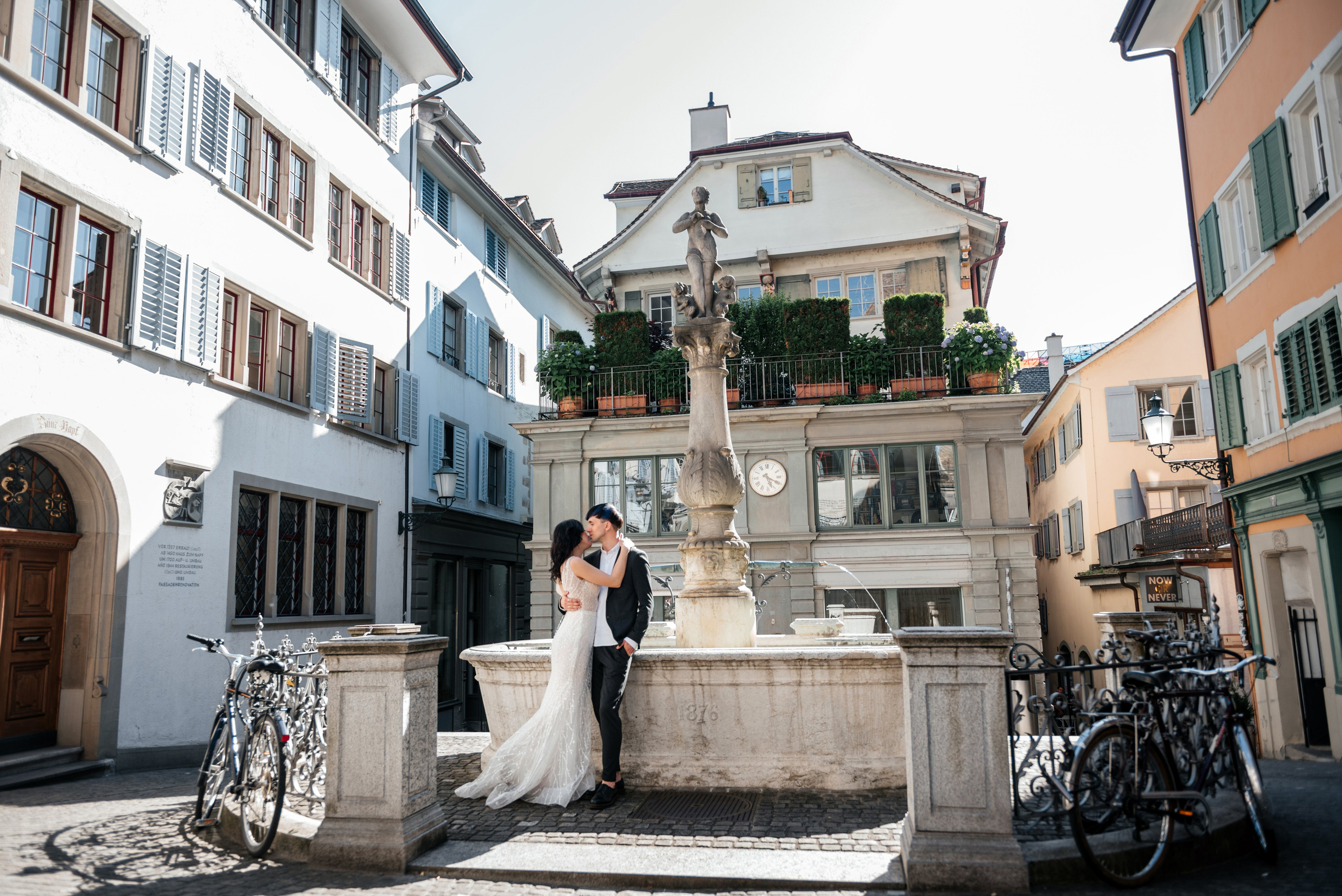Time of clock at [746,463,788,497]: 5:19
